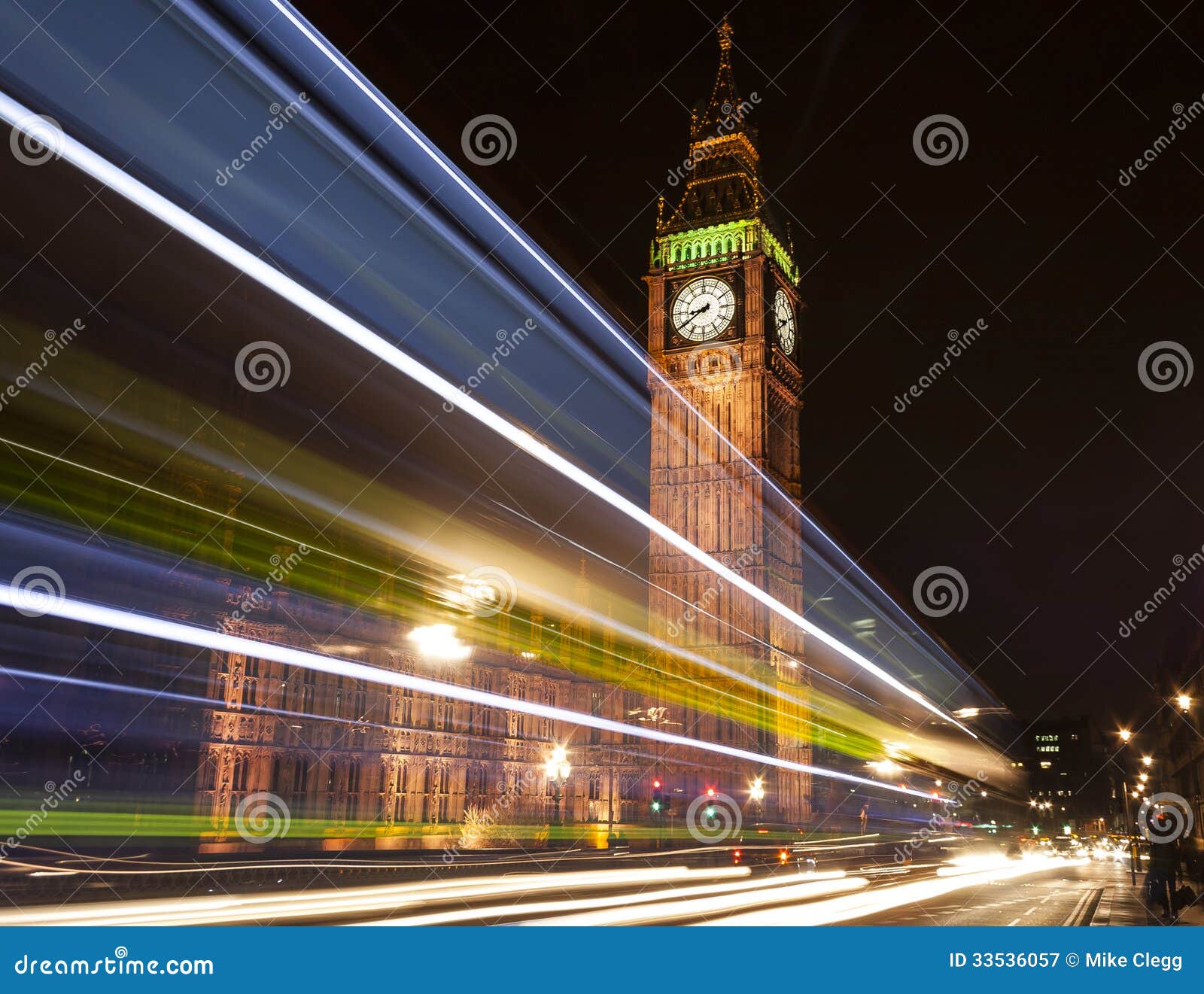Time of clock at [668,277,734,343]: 8:39
